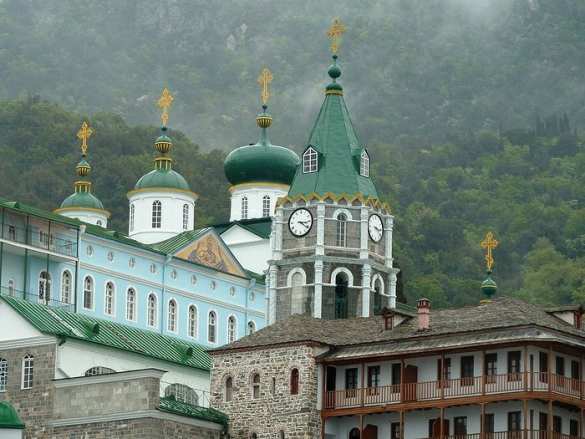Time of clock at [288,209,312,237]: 3:21
